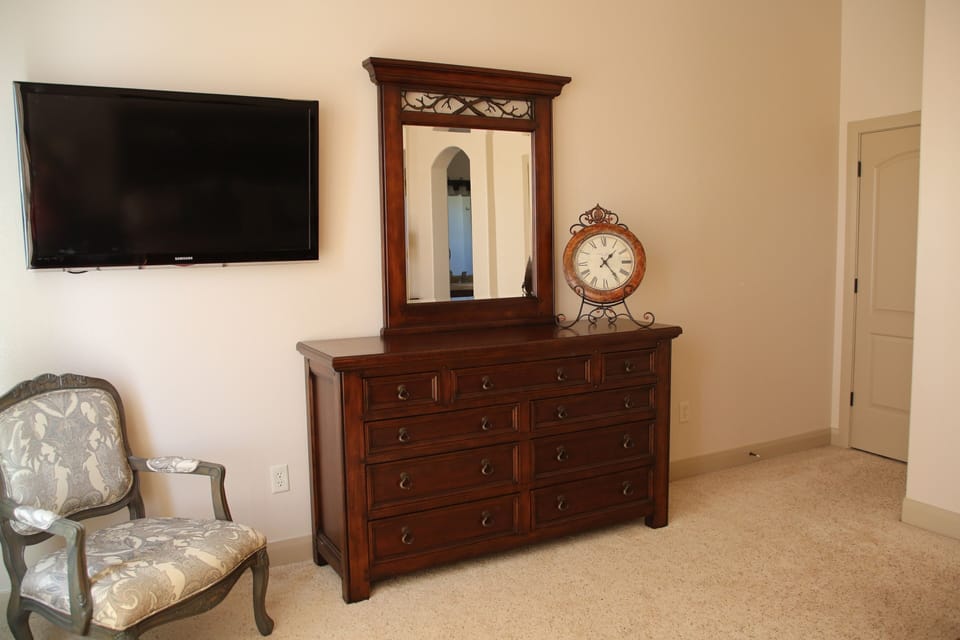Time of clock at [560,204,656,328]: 1:23
